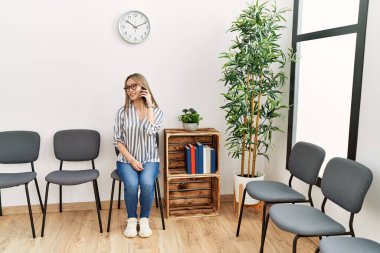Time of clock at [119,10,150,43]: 10:11
